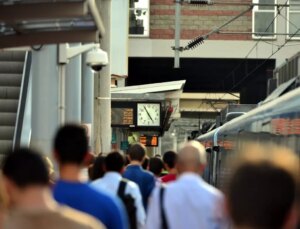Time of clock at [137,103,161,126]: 4:54
